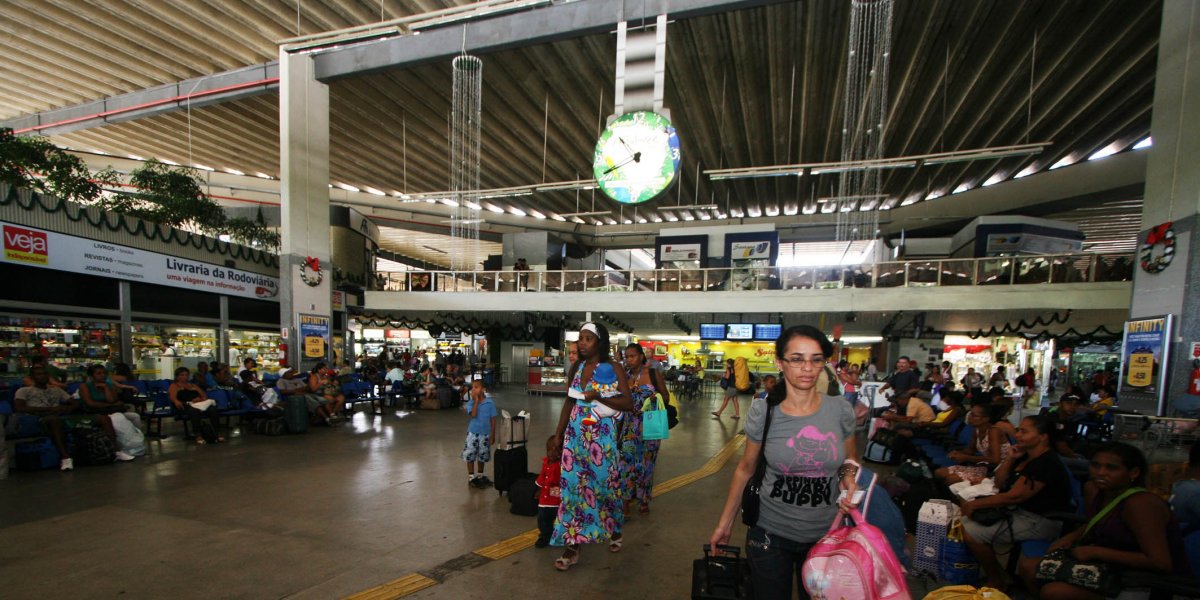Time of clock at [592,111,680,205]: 10:41
